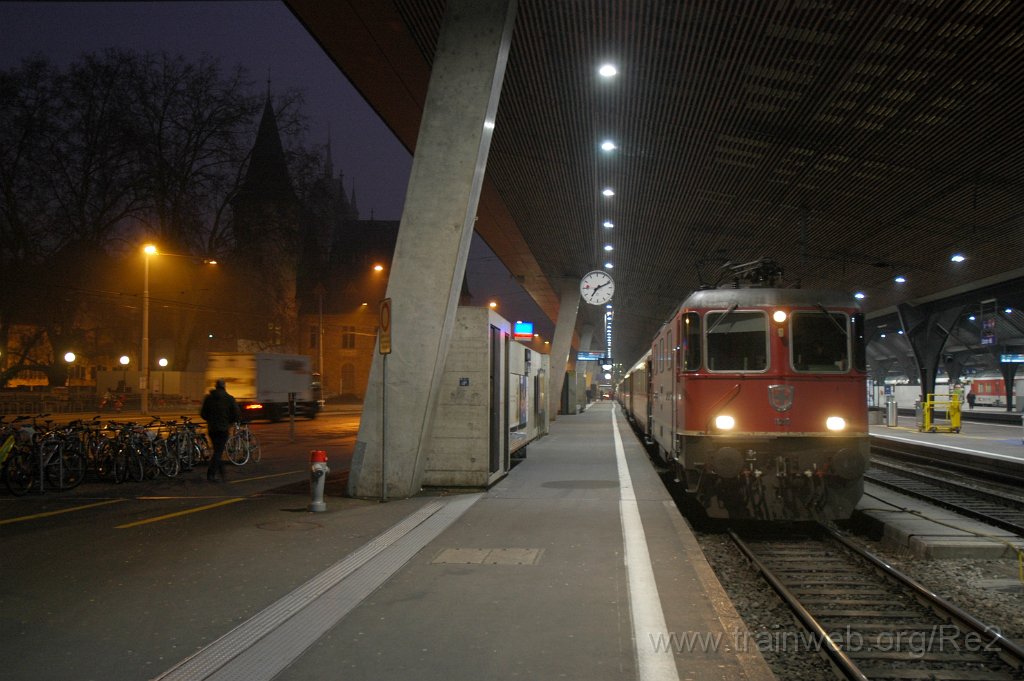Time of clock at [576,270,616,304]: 7:11
